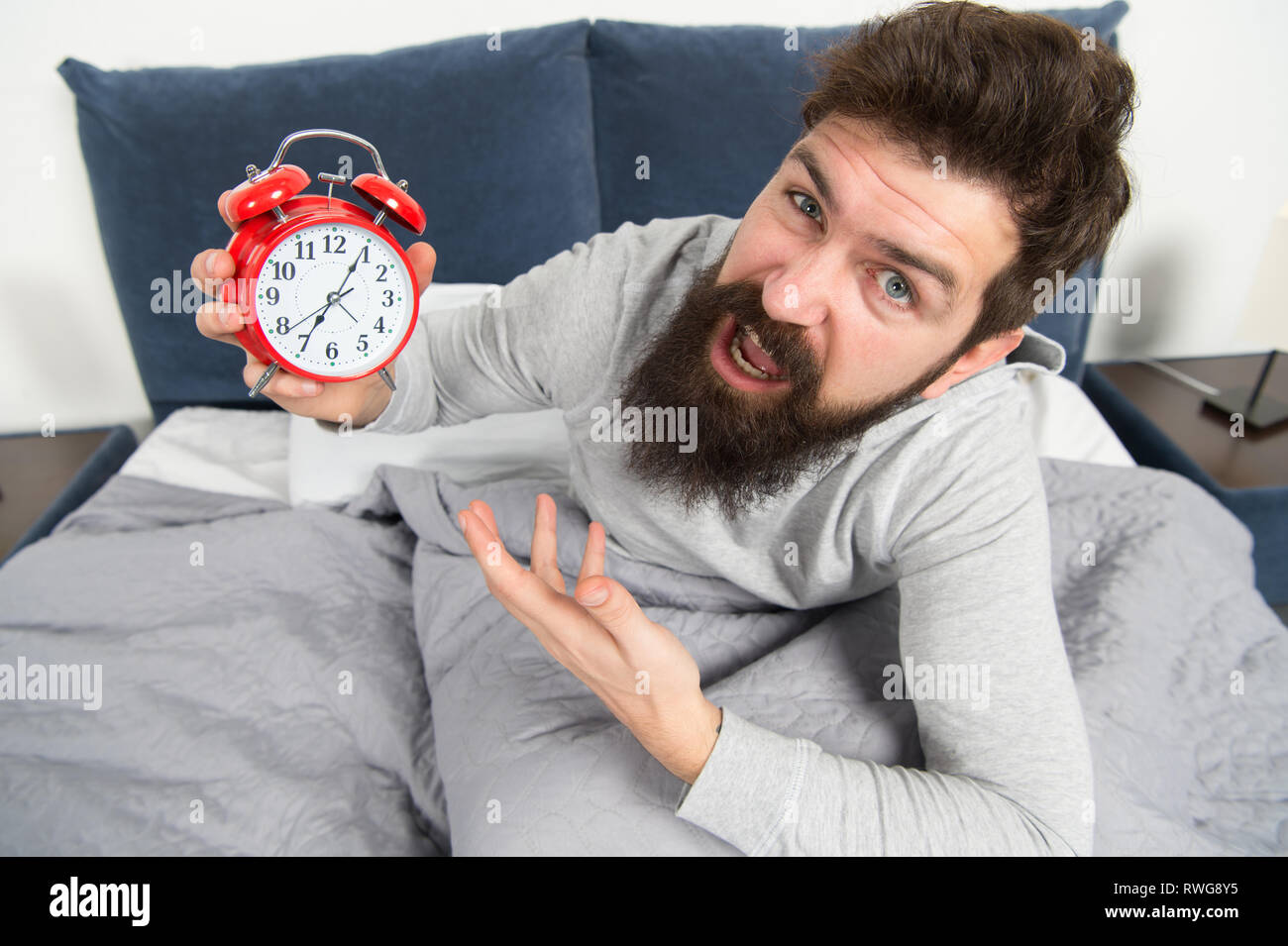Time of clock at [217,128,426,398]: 7:05
